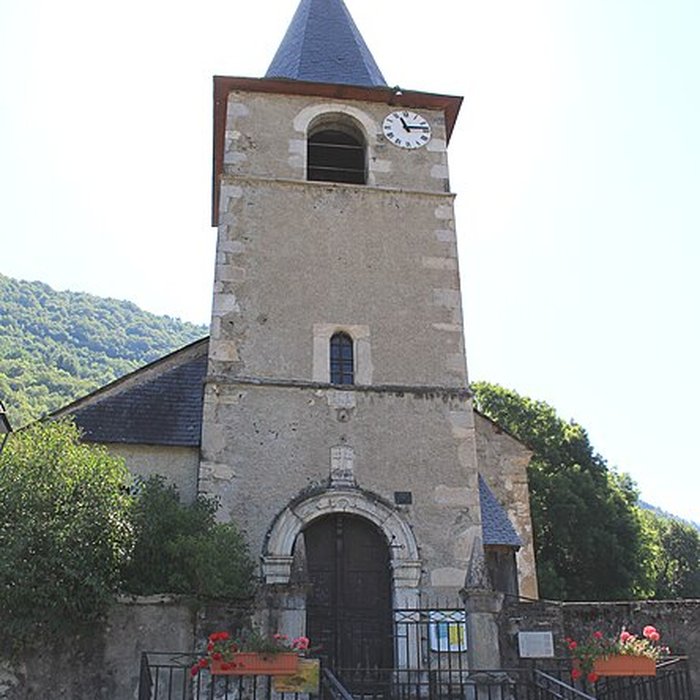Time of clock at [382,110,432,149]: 11:13
